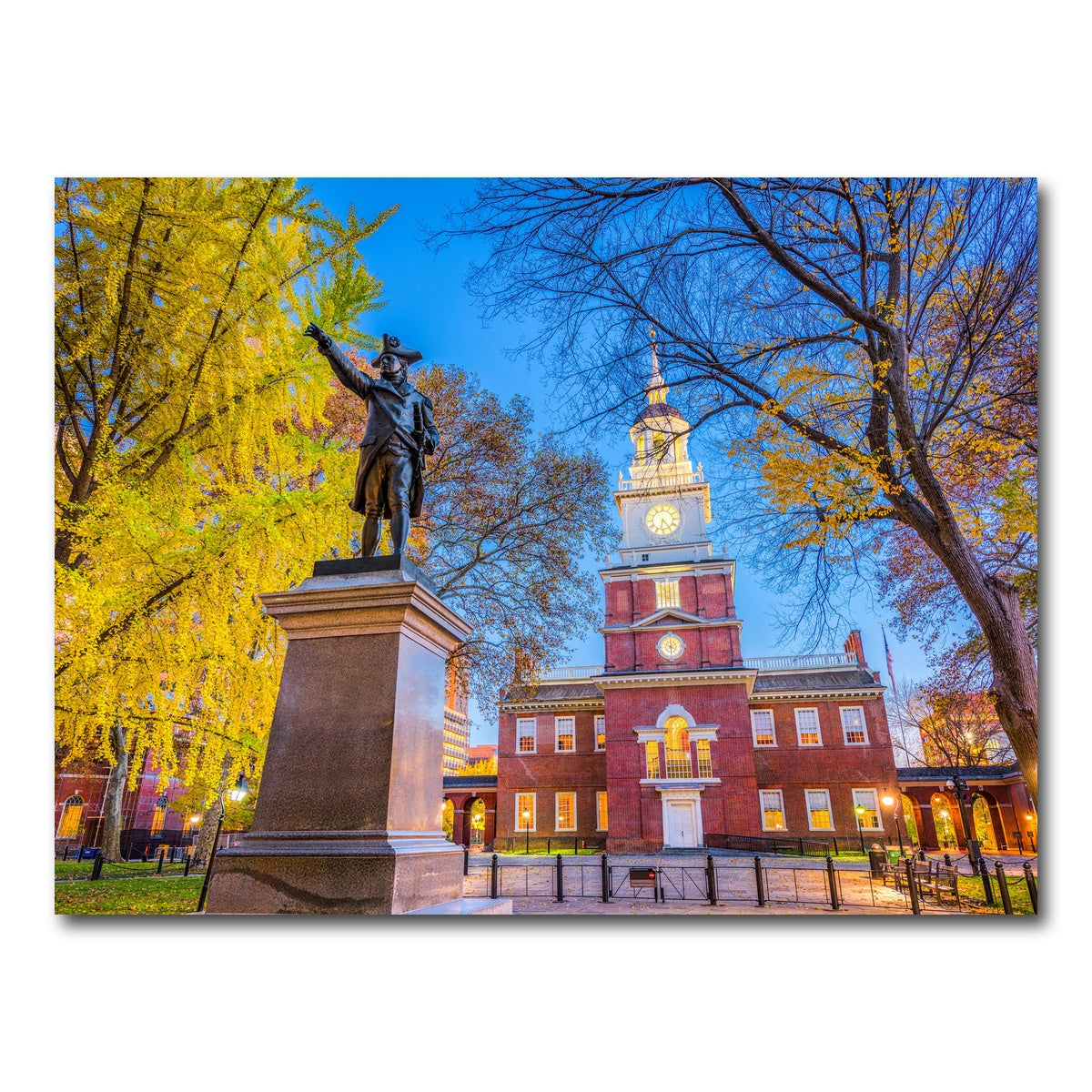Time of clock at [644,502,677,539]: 6:24
